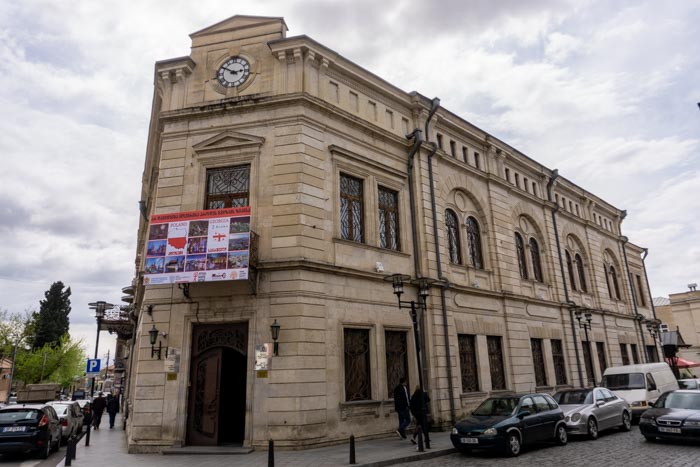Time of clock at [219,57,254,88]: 2:50
